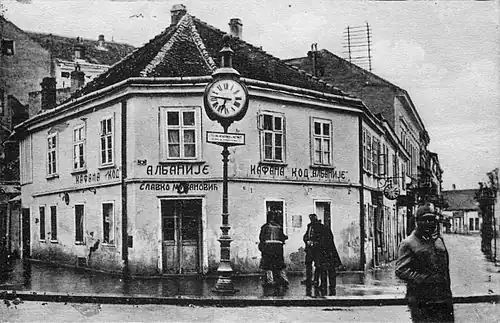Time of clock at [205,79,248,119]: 6:46
